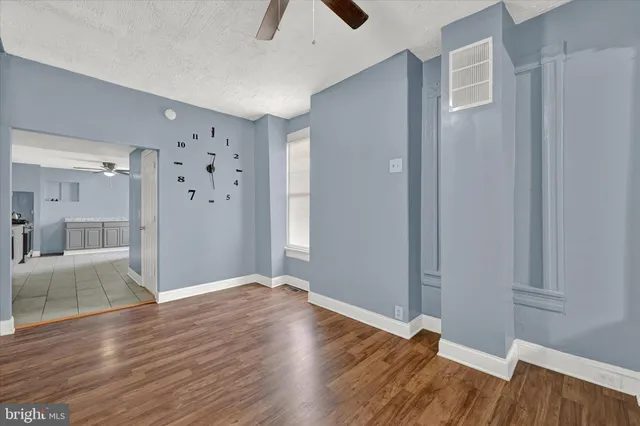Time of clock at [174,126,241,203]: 12:28
